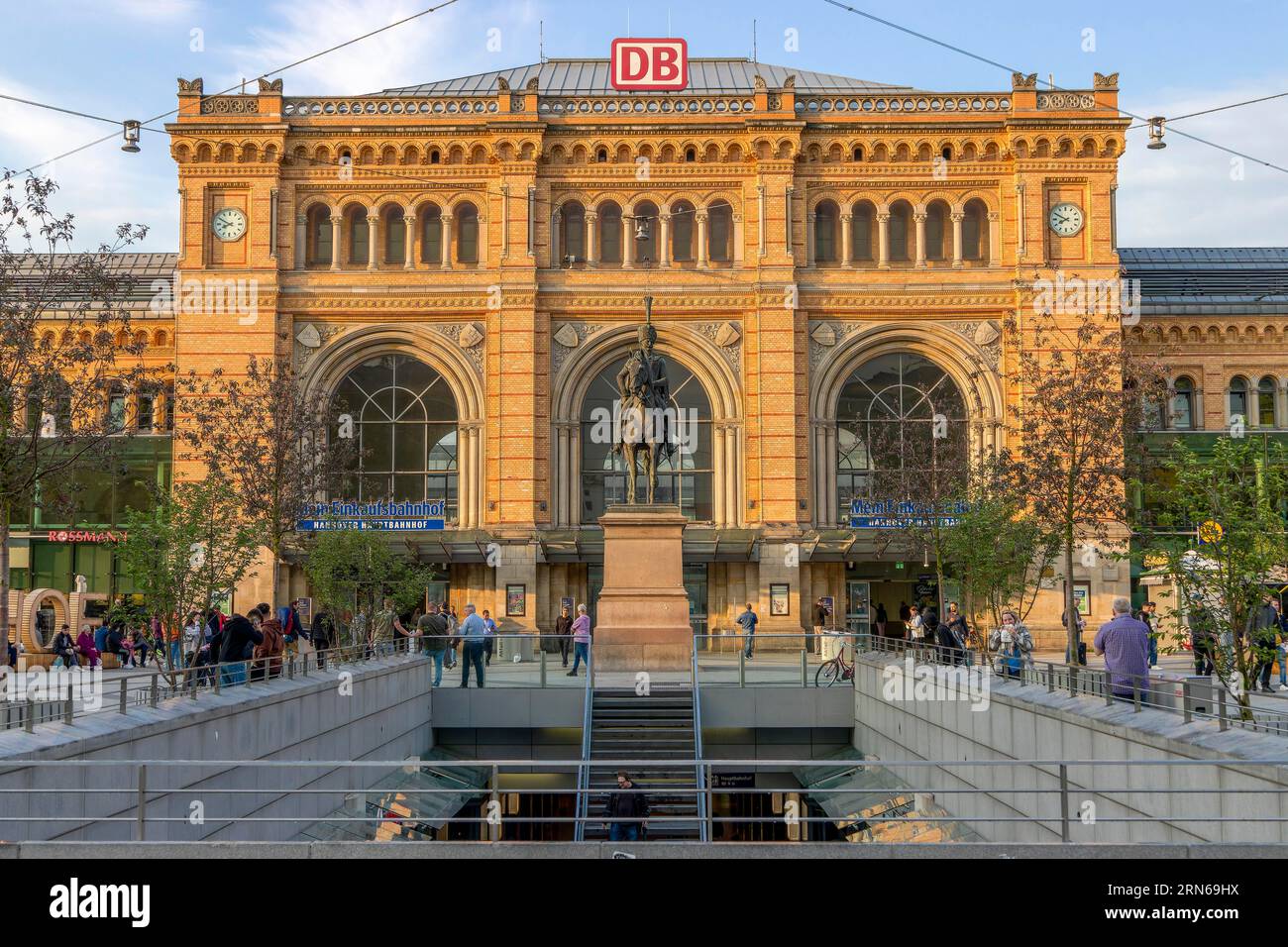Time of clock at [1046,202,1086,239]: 7:49
